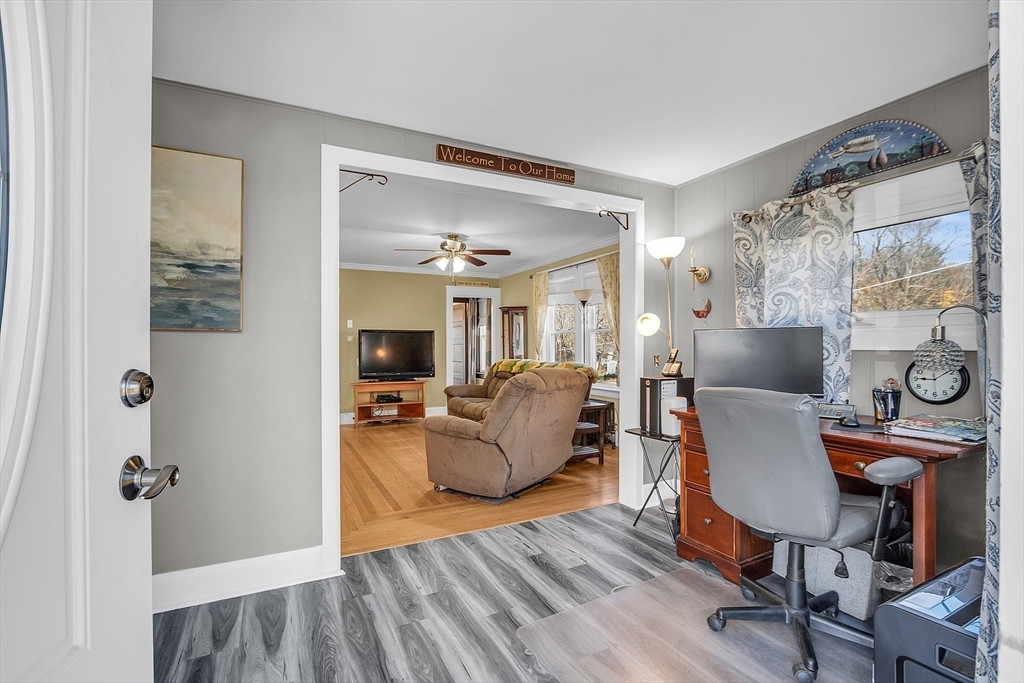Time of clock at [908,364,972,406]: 9:09
